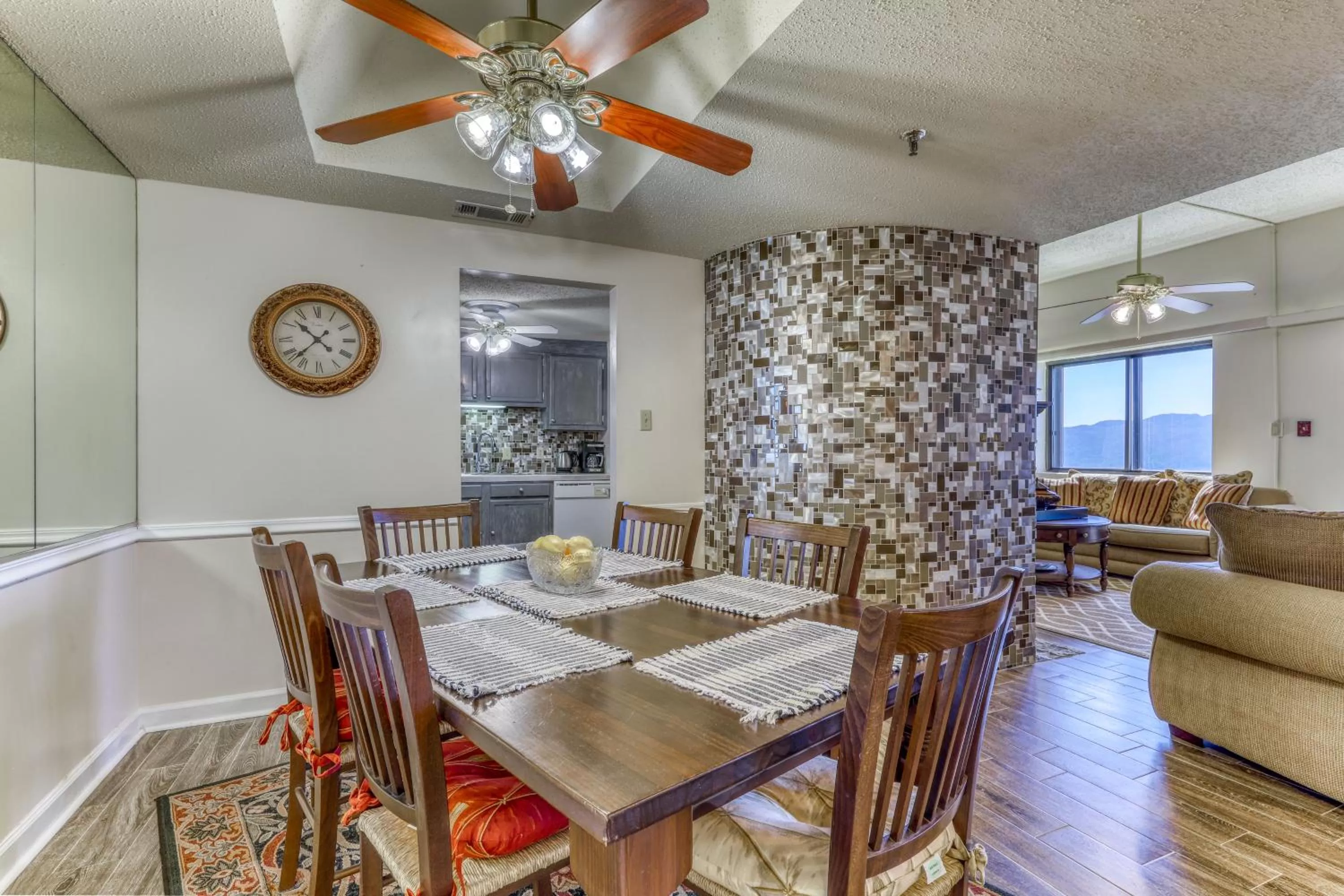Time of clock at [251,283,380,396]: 10:37
